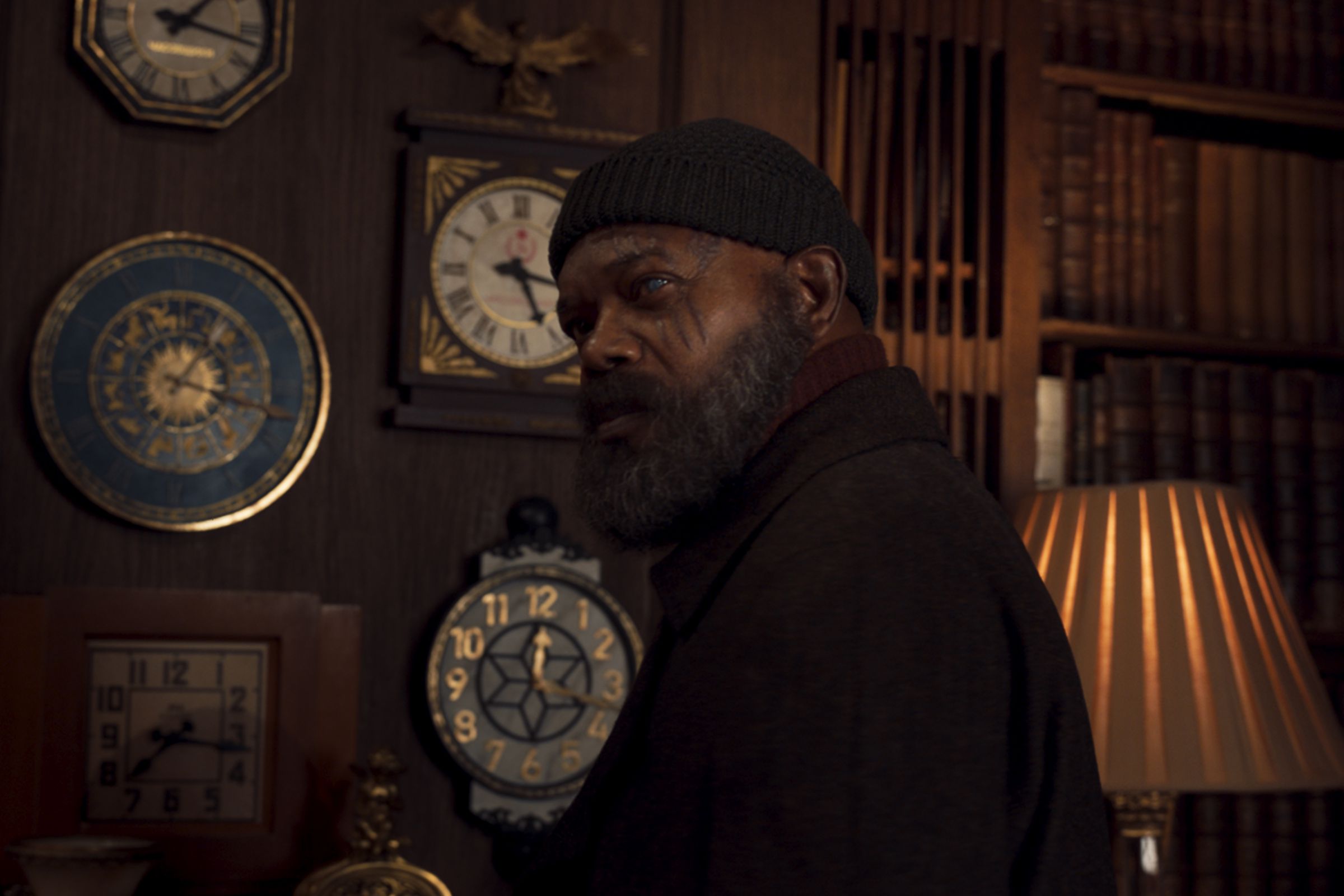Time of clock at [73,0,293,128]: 1:17
